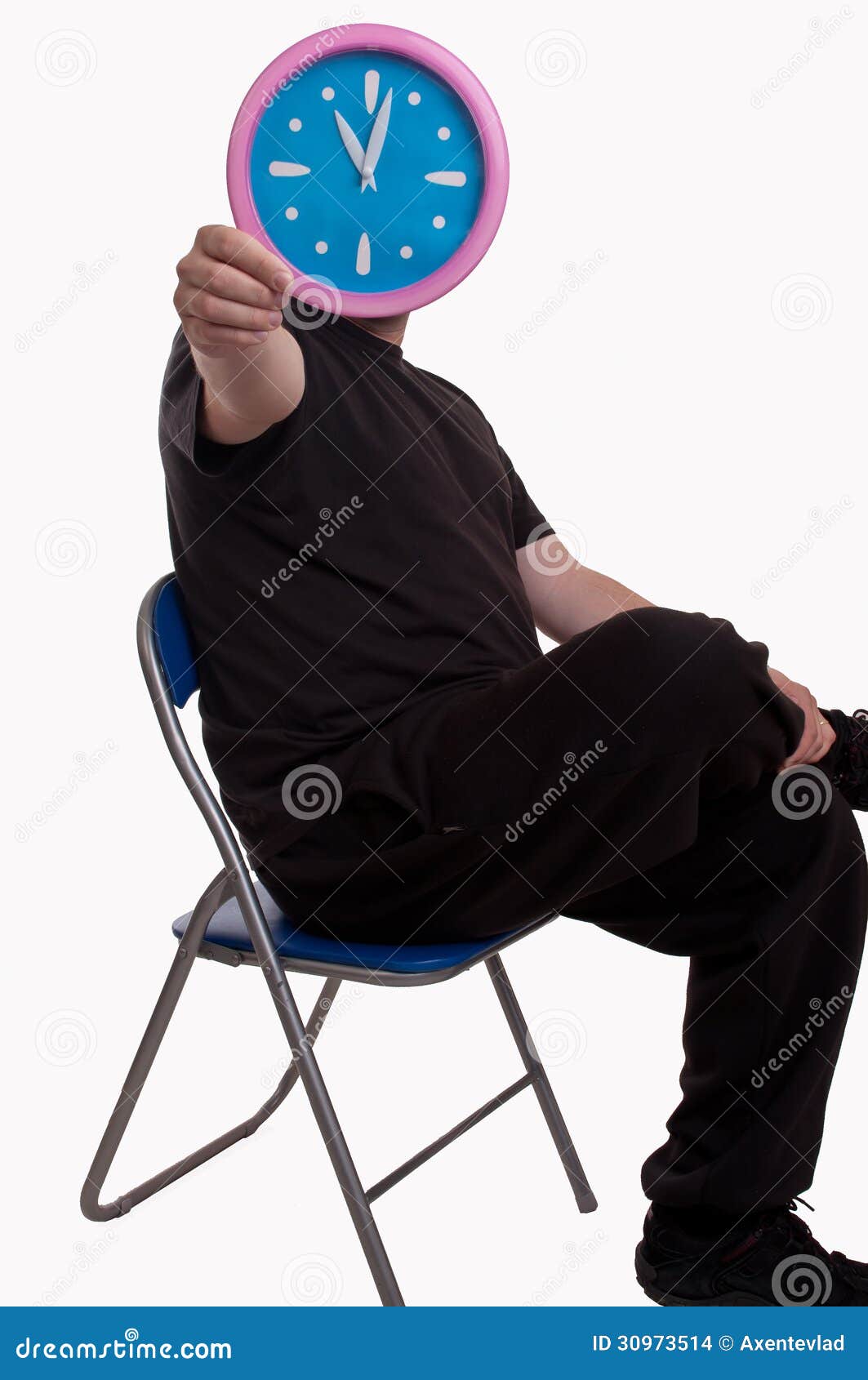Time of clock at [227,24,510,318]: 11:02
